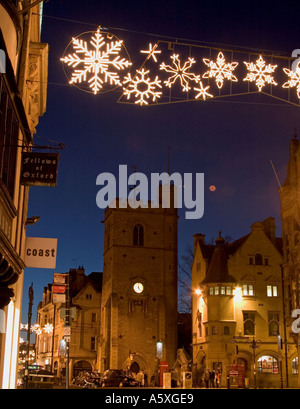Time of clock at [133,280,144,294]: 5:00
